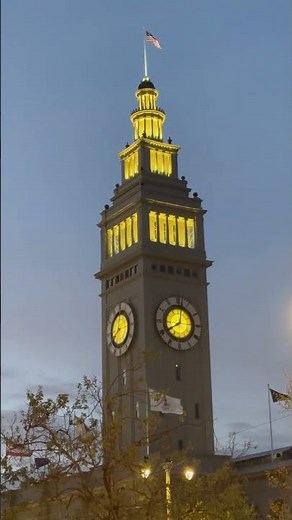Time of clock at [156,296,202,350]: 8:02
